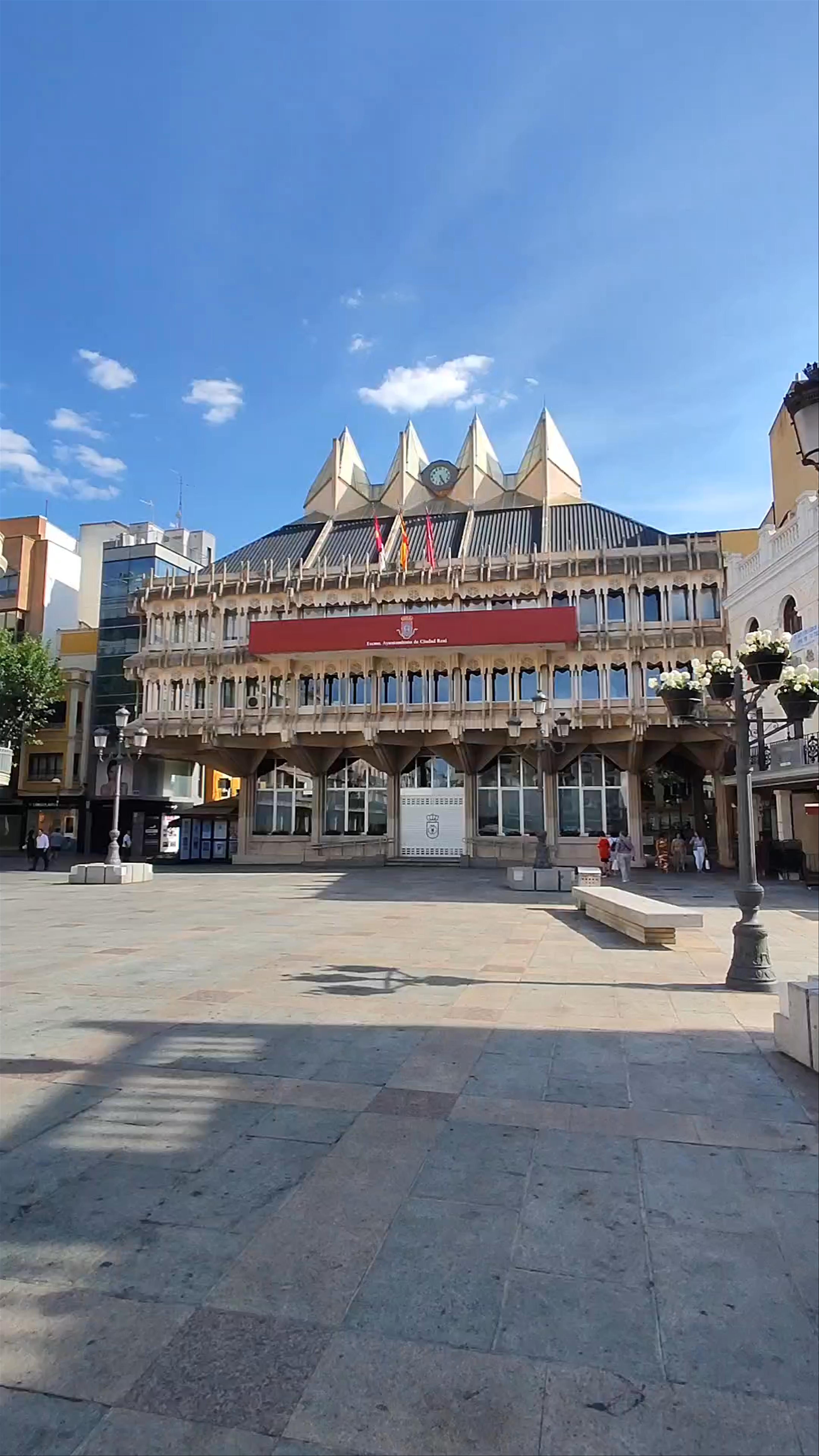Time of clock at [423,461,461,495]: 5:24
